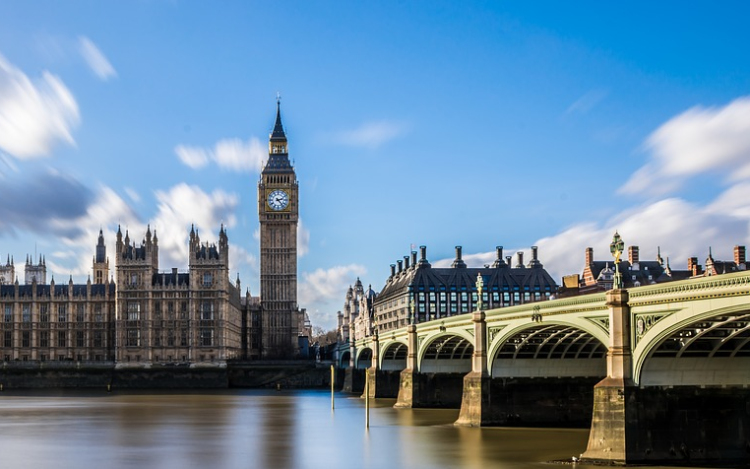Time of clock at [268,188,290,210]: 2:23
